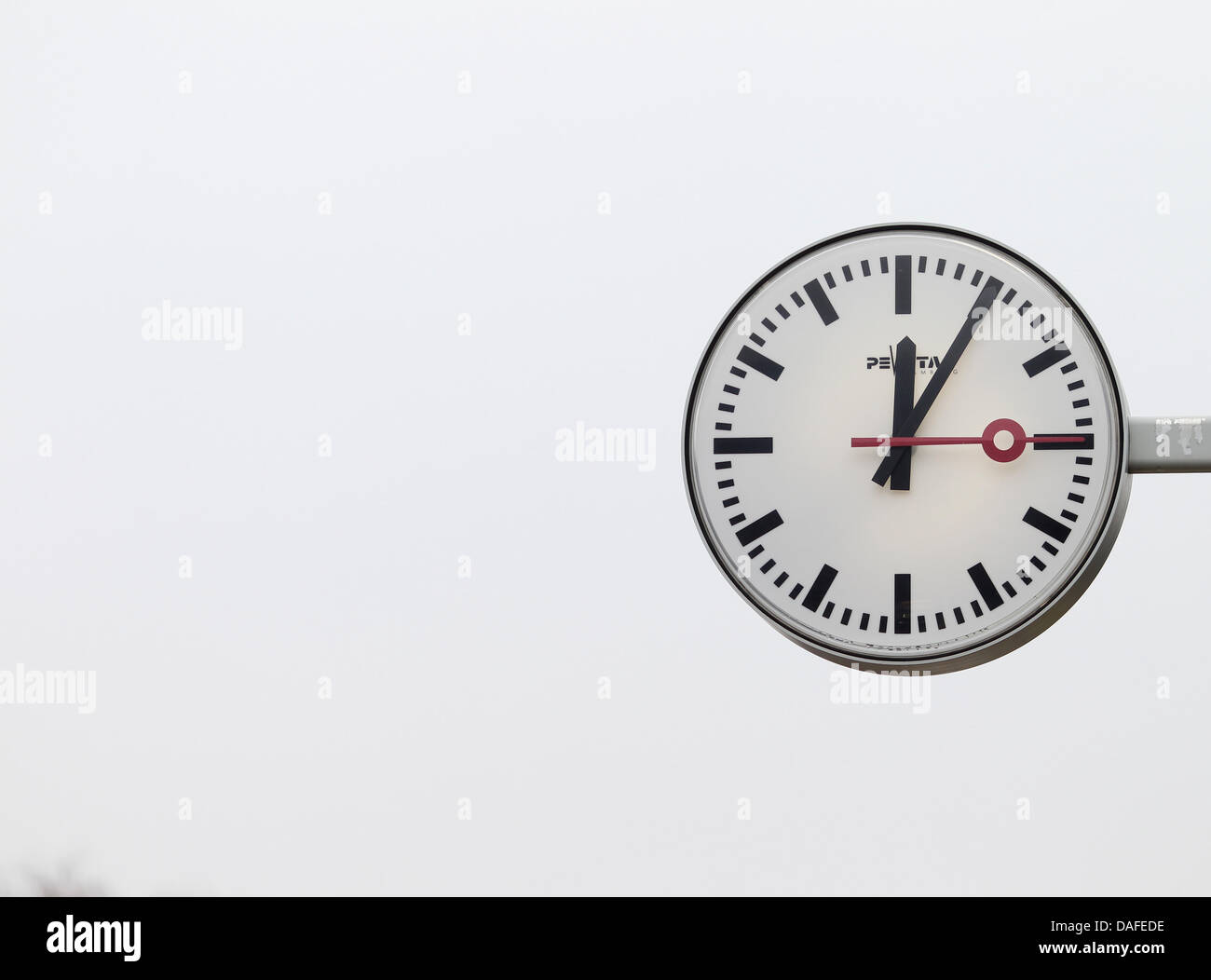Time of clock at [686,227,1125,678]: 12:04
